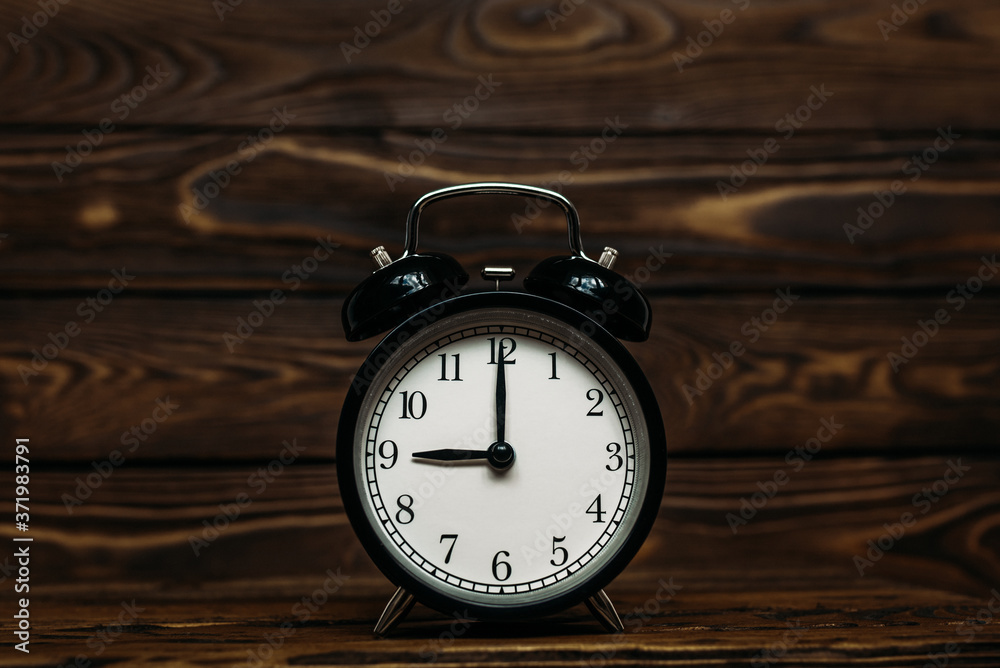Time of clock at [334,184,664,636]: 9:00
